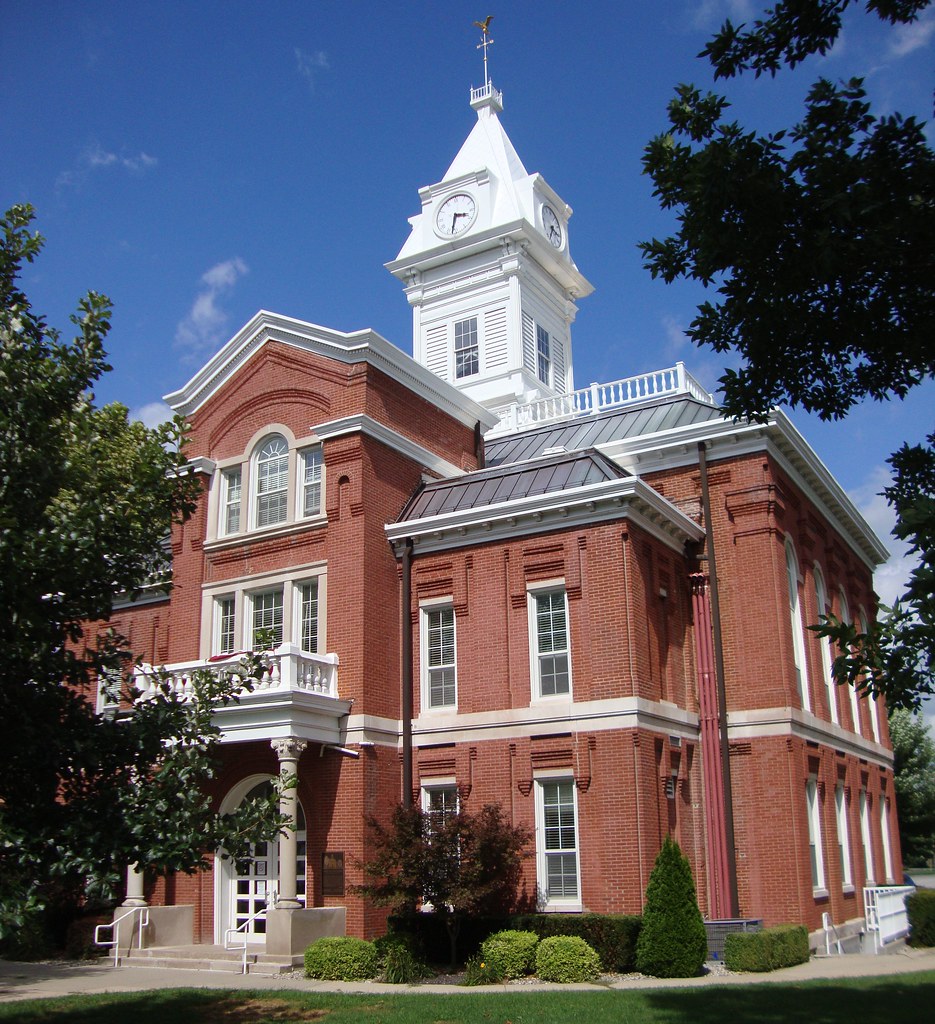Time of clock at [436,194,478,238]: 3:32
